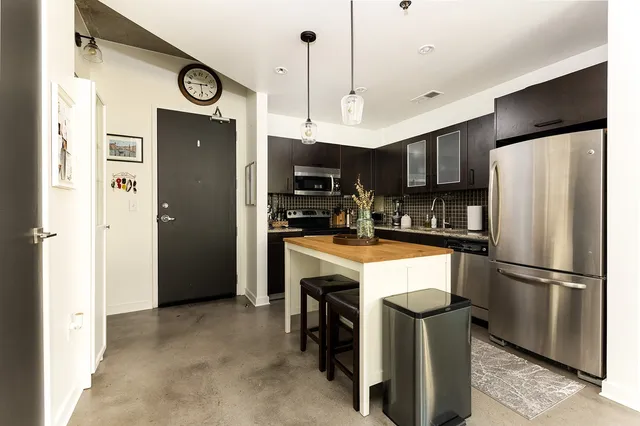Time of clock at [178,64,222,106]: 5:44
